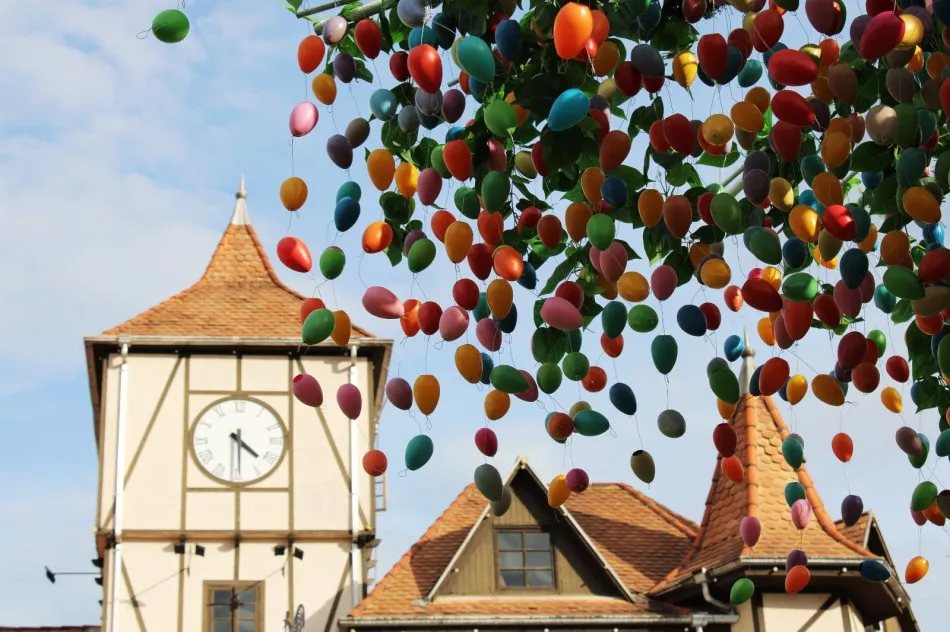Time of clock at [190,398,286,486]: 4:29
